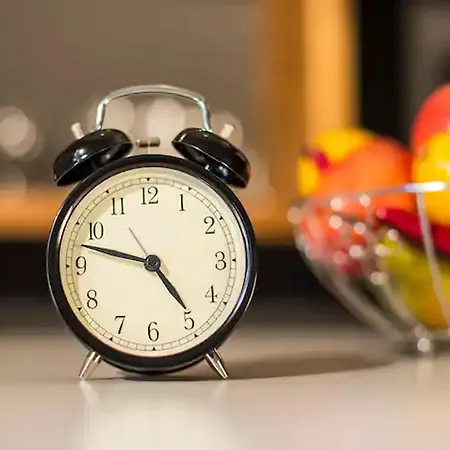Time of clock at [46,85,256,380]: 4:47
